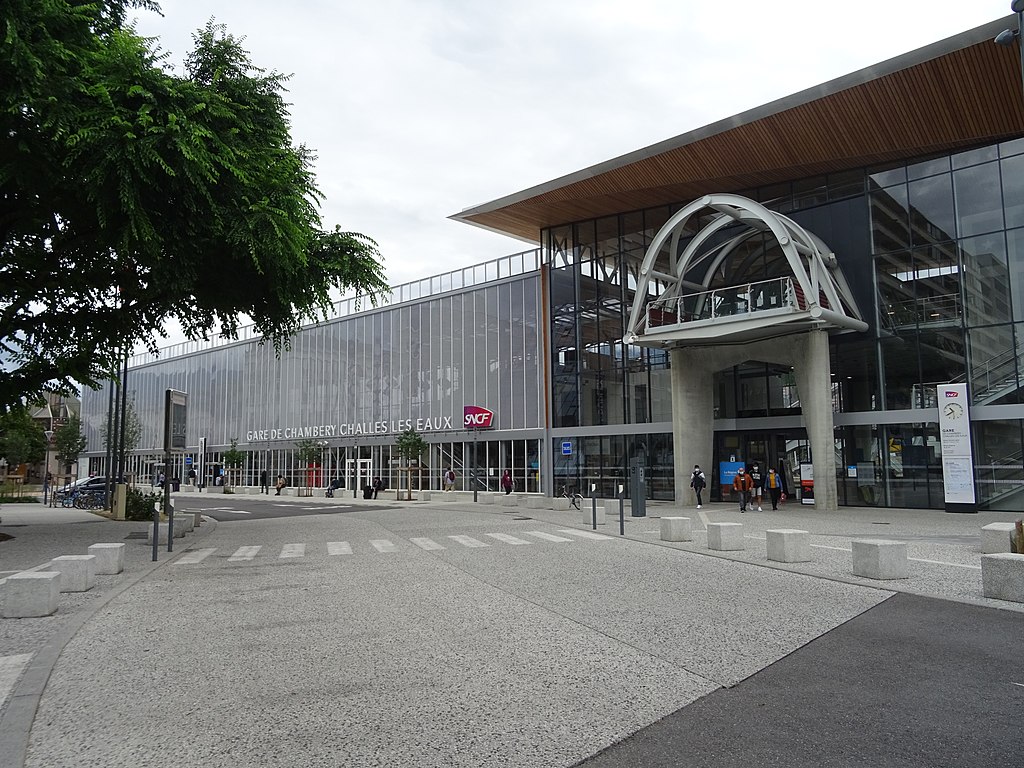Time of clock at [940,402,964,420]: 10:39
